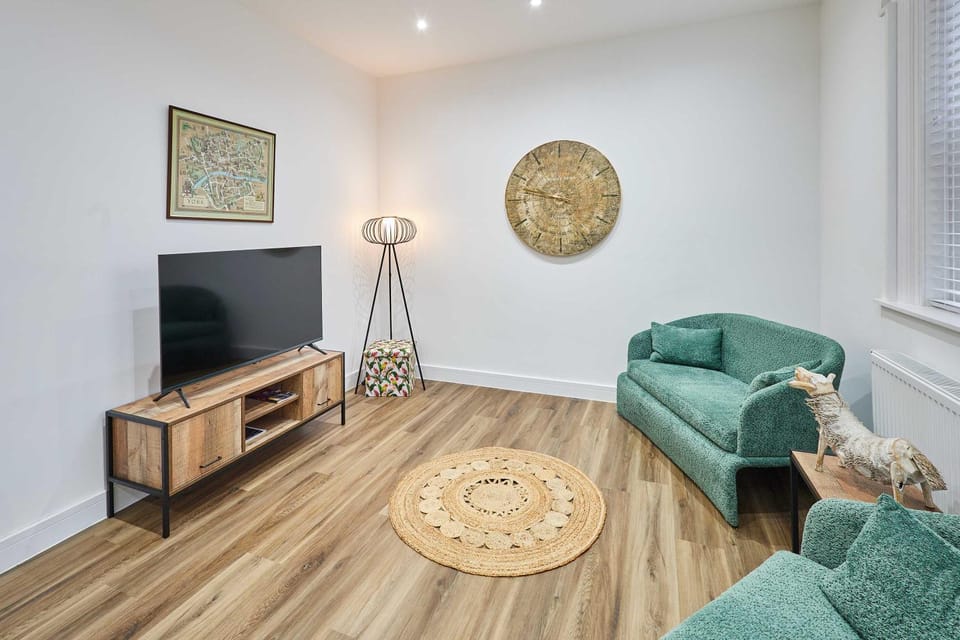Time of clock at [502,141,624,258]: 9:47
